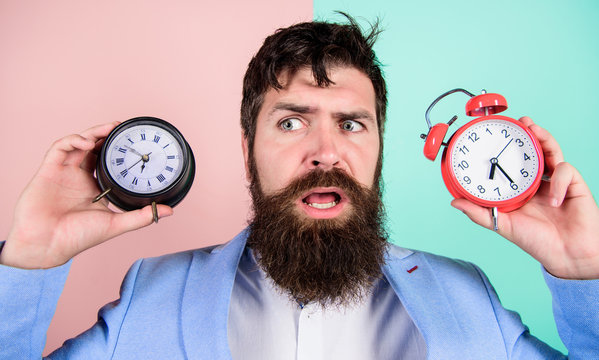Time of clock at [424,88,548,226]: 6:24
